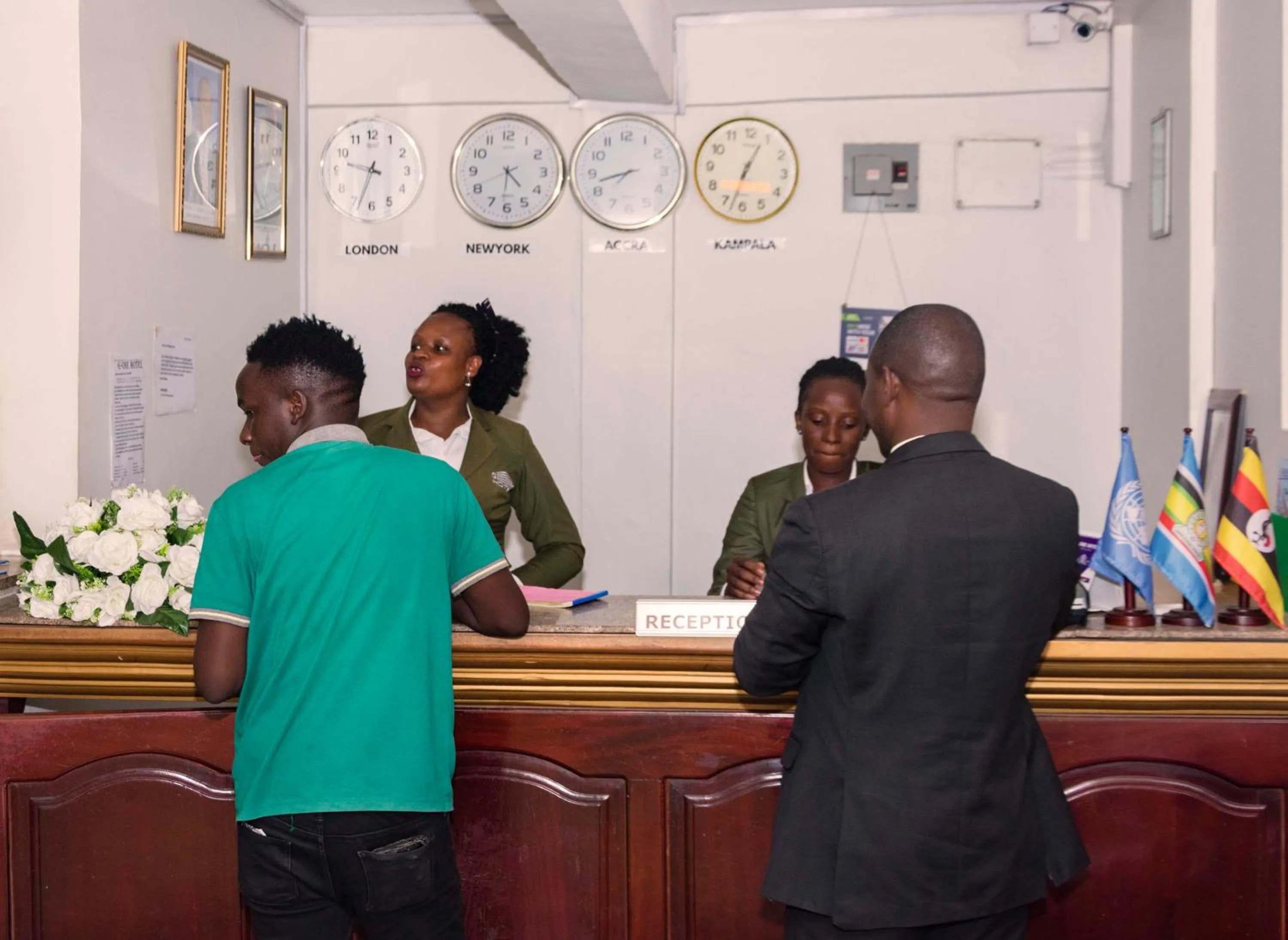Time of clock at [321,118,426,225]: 9:33
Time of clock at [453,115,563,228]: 4:31
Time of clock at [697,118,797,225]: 12:32
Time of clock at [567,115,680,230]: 7:42
